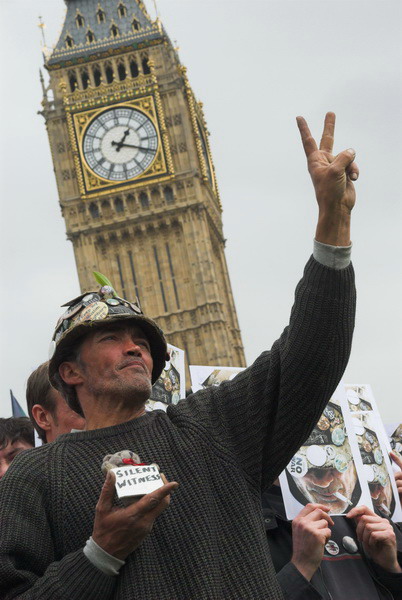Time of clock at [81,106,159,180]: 1:18
